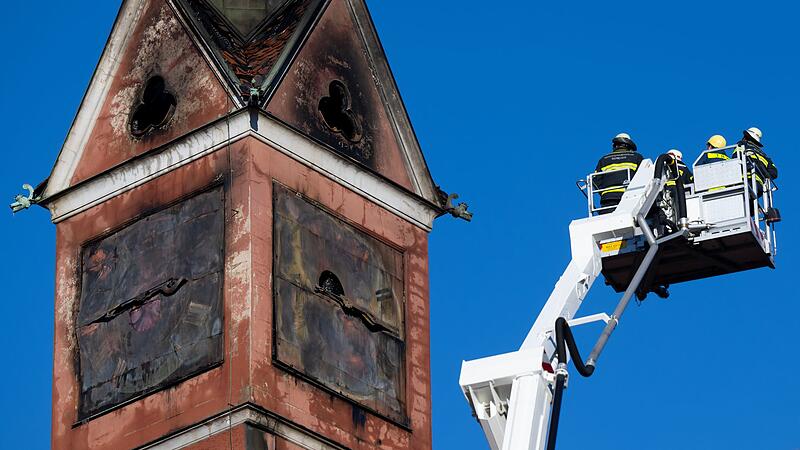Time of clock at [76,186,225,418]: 8:45
